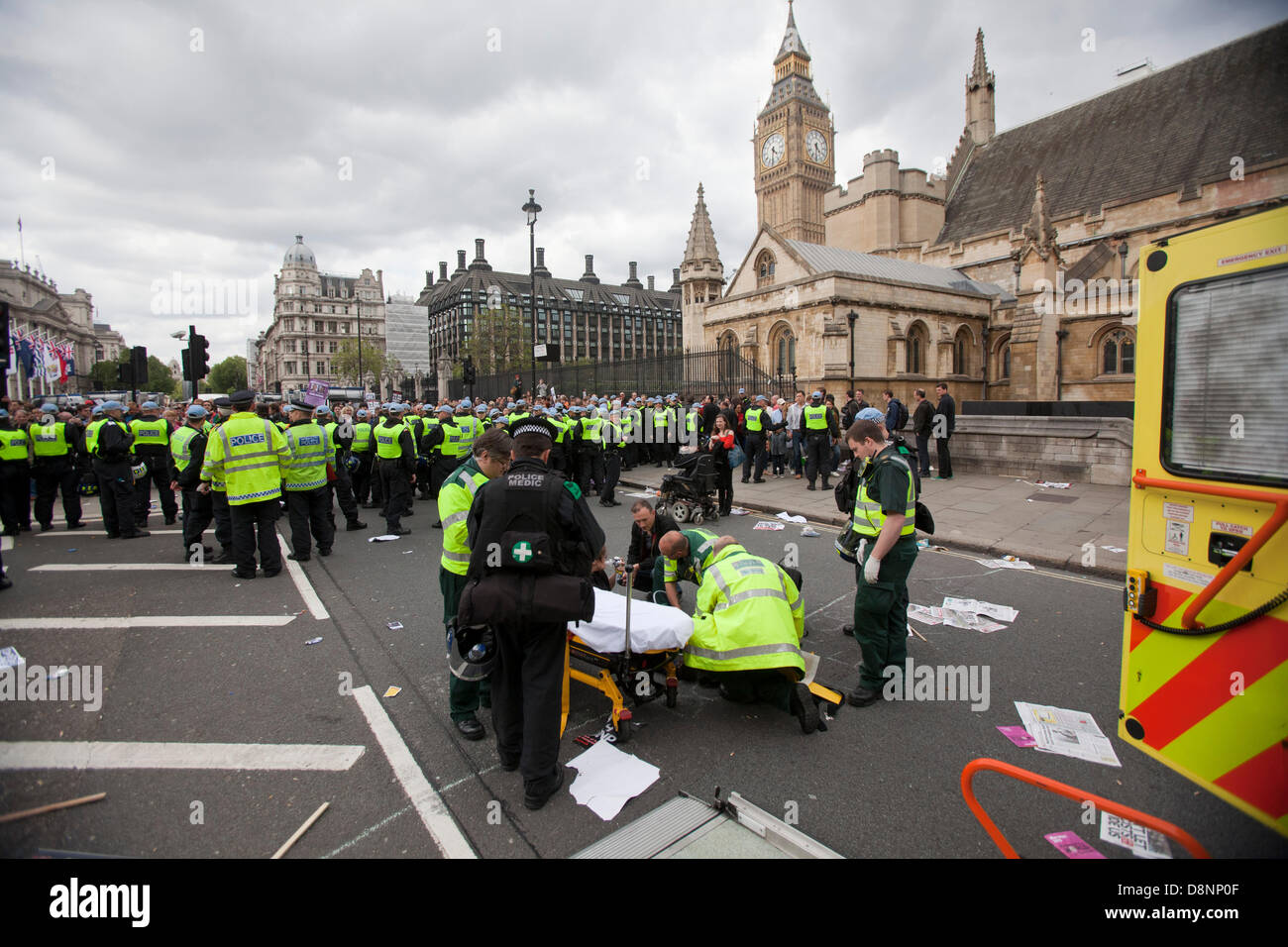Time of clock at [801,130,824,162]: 4:31
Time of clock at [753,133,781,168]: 4:31
